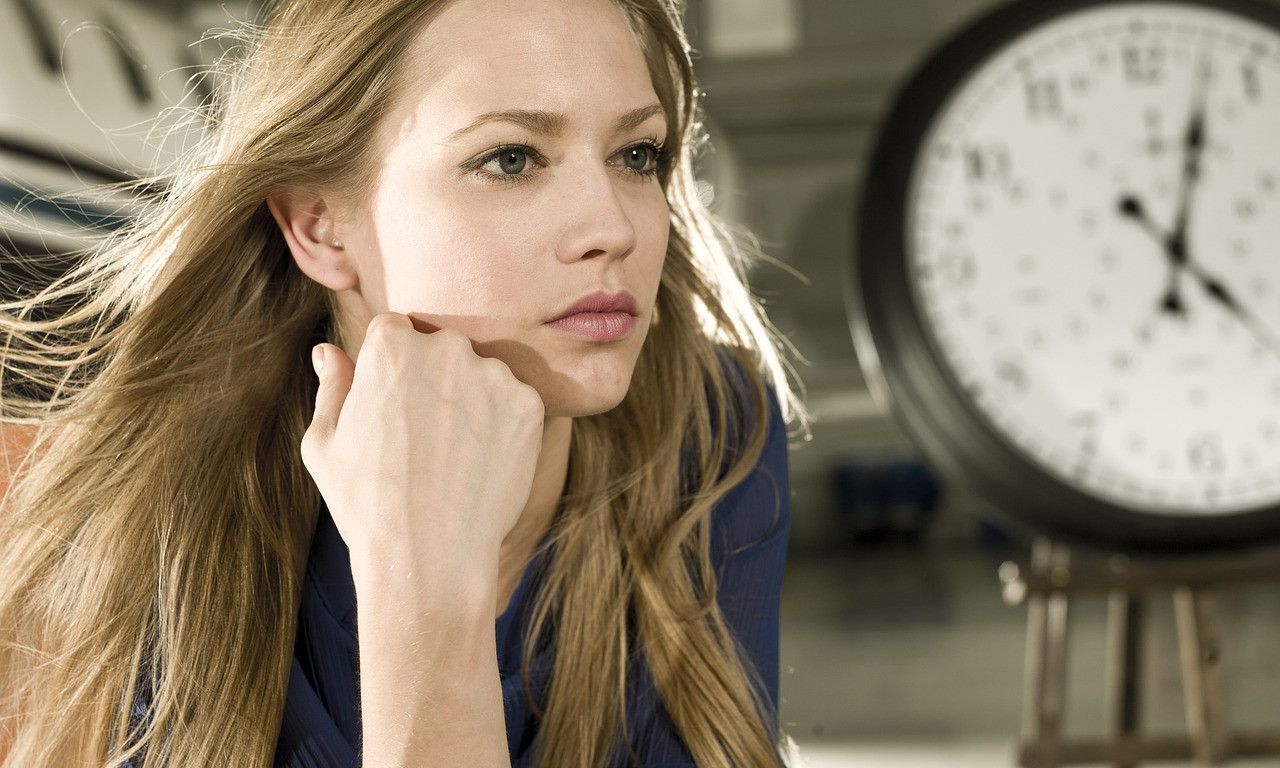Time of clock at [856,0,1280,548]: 4:03
